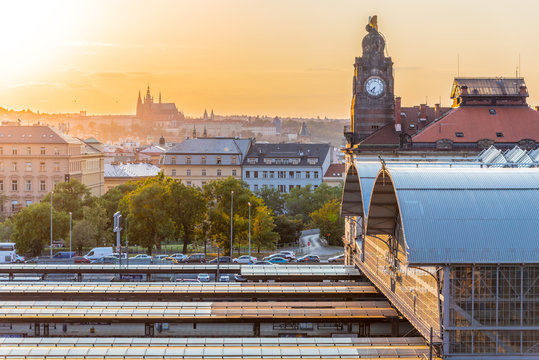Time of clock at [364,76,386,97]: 7:32
